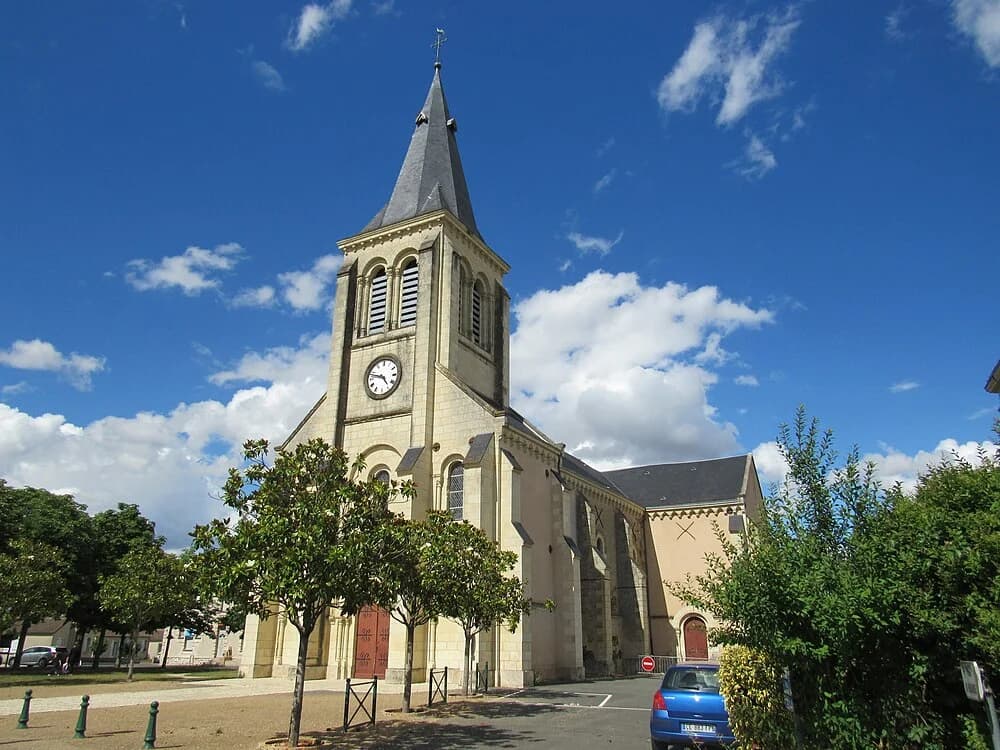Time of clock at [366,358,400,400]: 4:47
